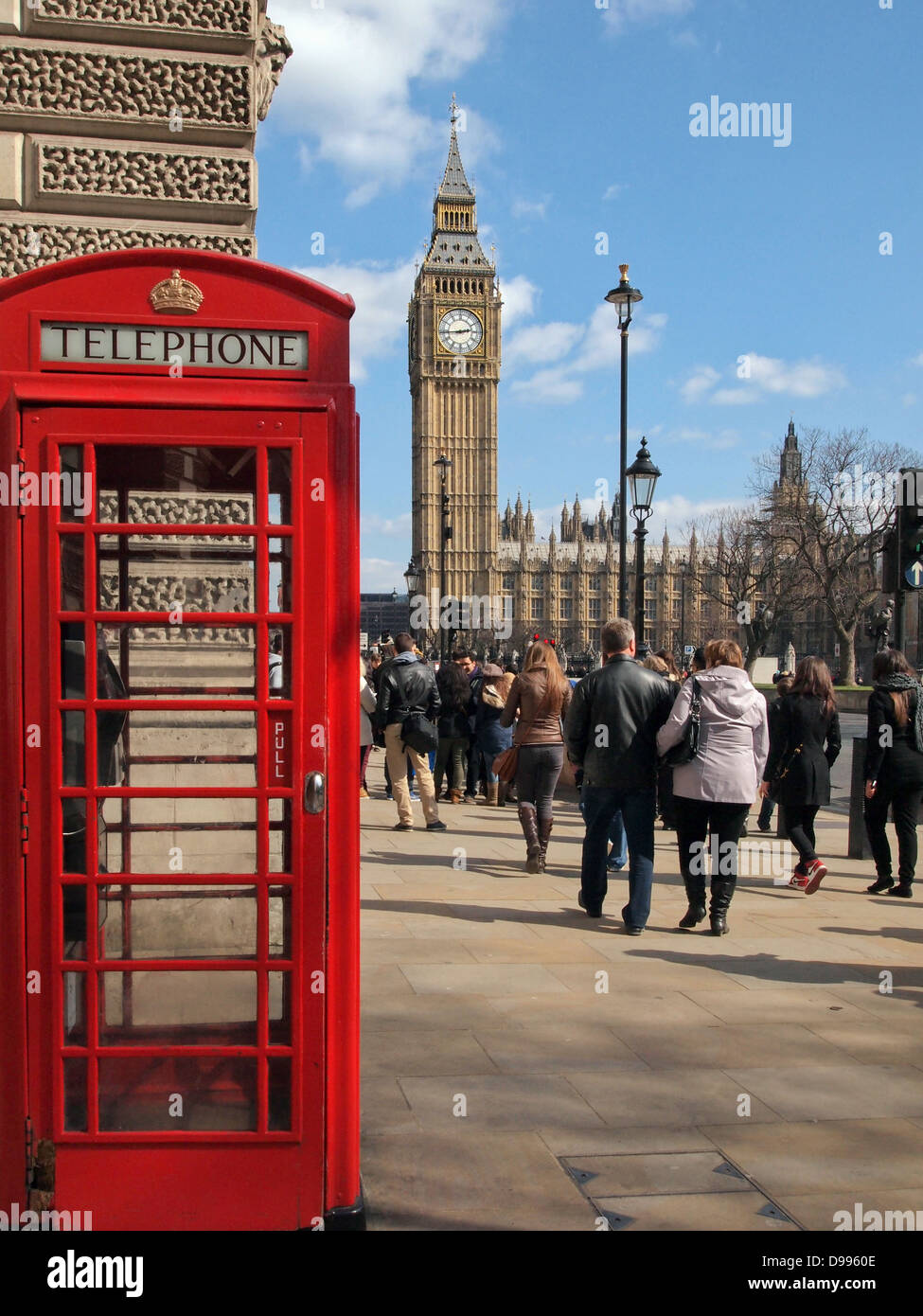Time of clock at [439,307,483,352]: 2:44
